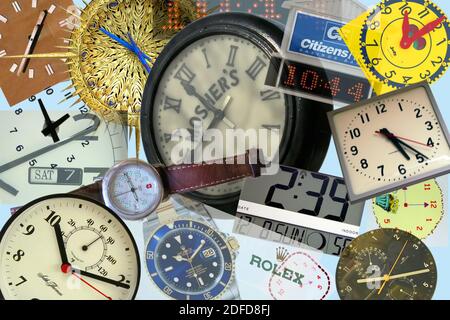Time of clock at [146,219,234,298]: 9:05
